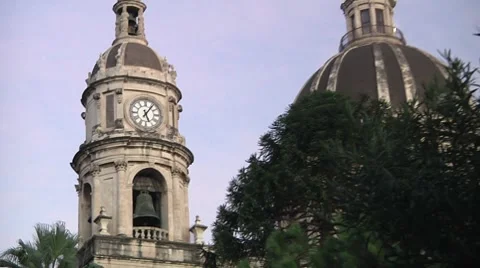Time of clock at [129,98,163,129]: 5:06
